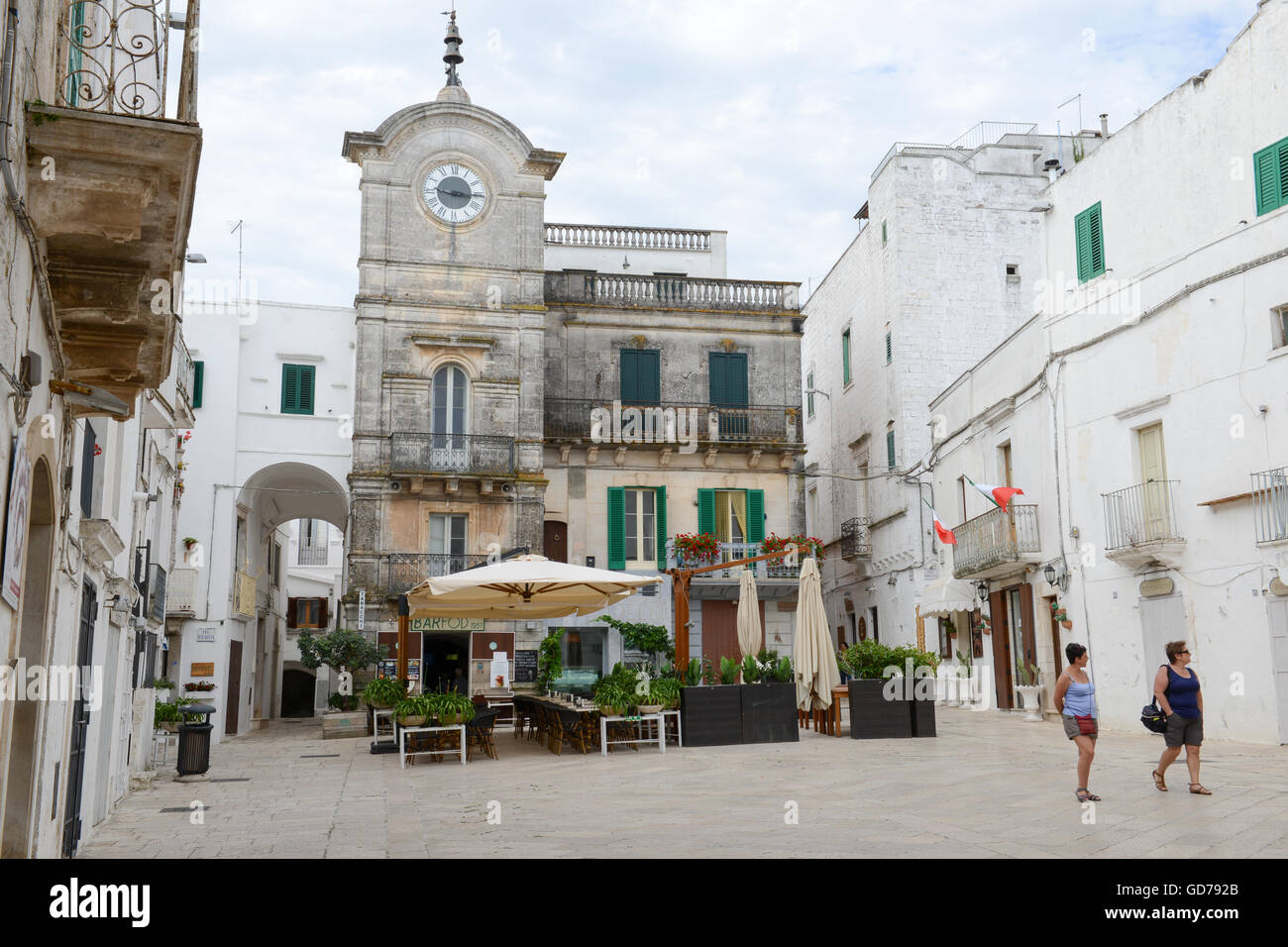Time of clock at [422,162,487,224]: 9:16
